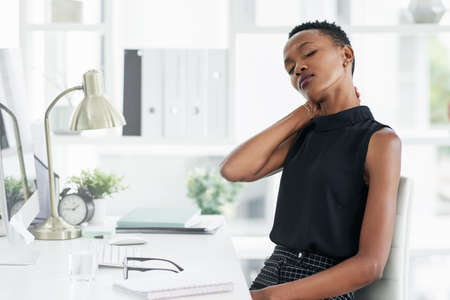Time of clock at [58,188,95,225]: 1:45
